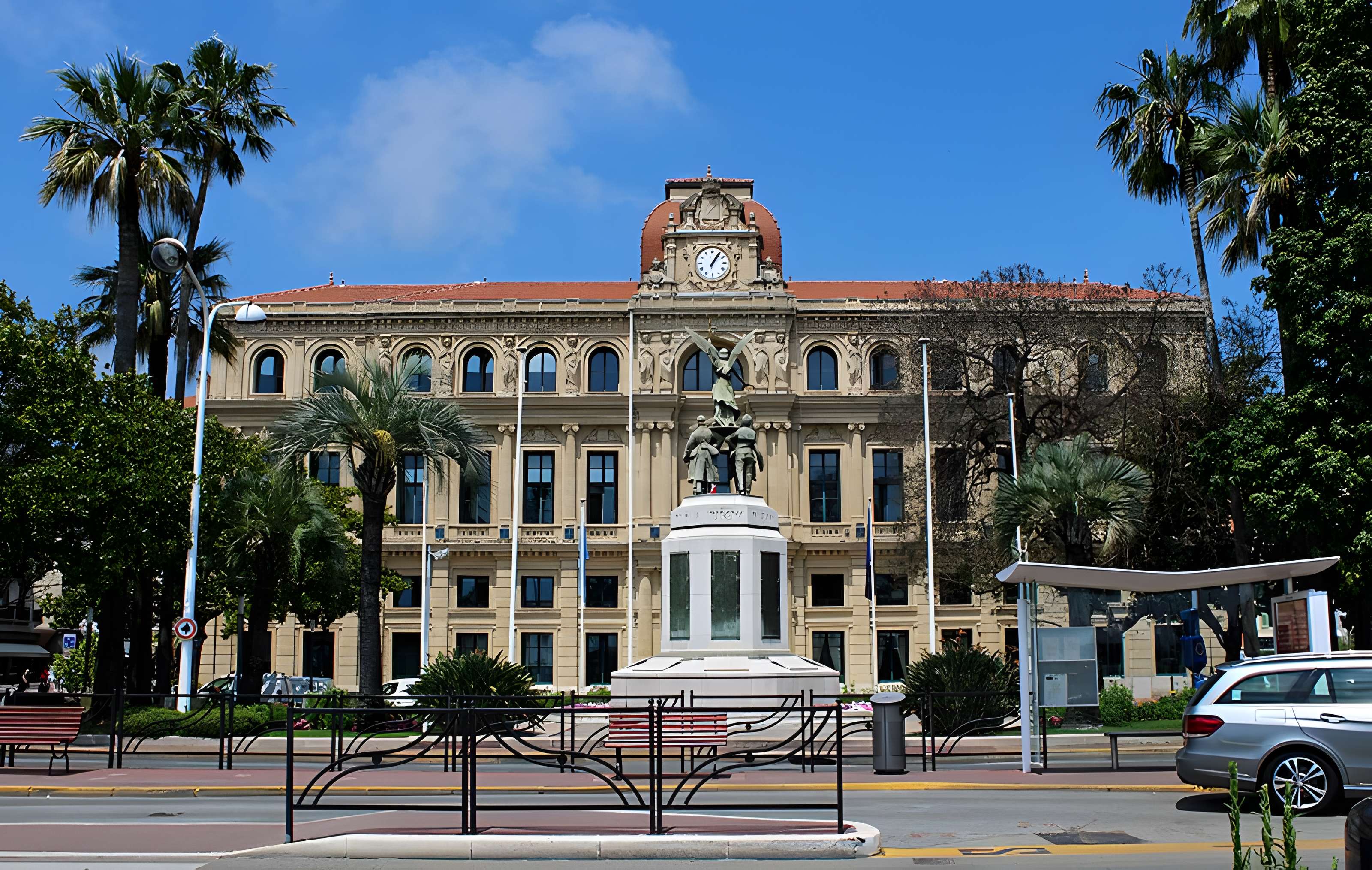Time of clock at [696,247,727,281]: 1:06
